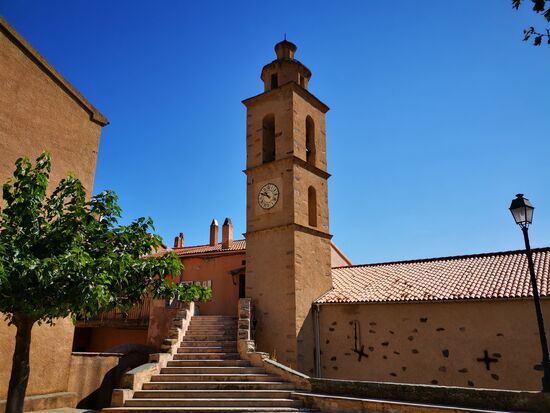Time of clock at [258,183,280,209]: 10:48
